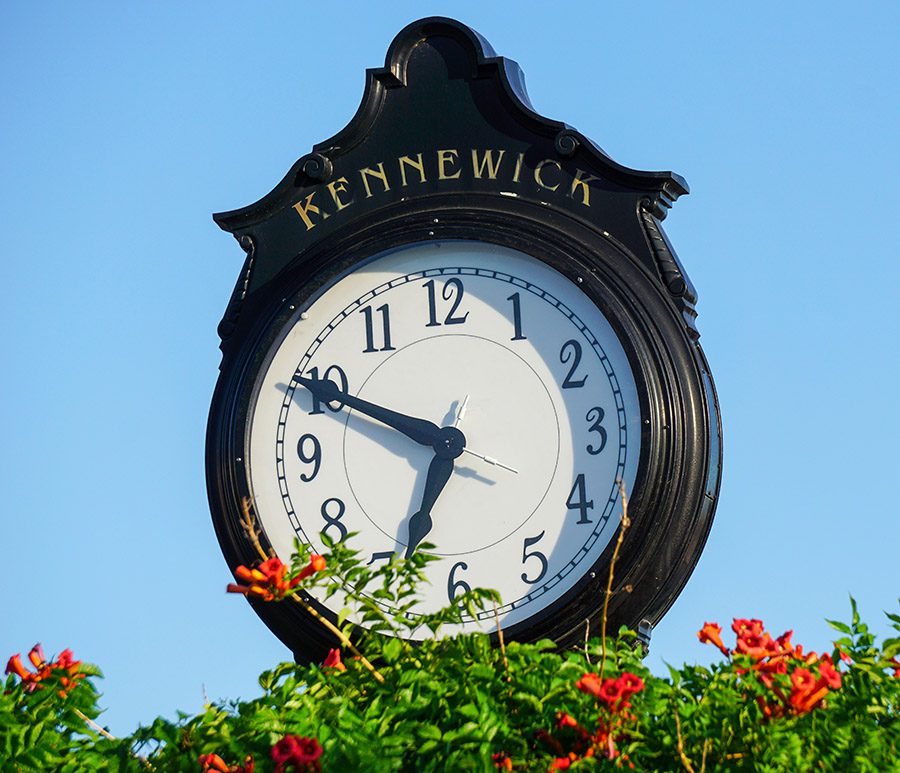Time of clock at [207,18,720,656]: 6:49
